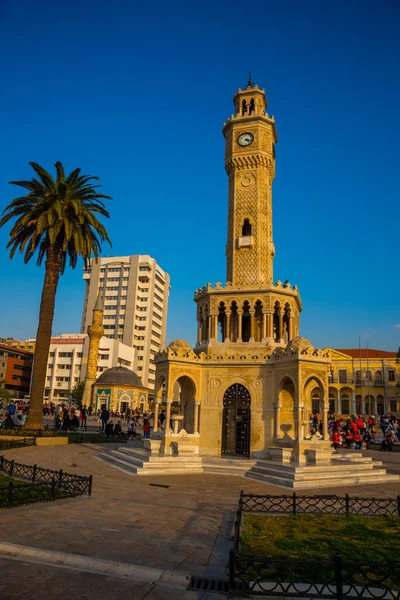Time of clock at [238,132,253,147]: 4:17
